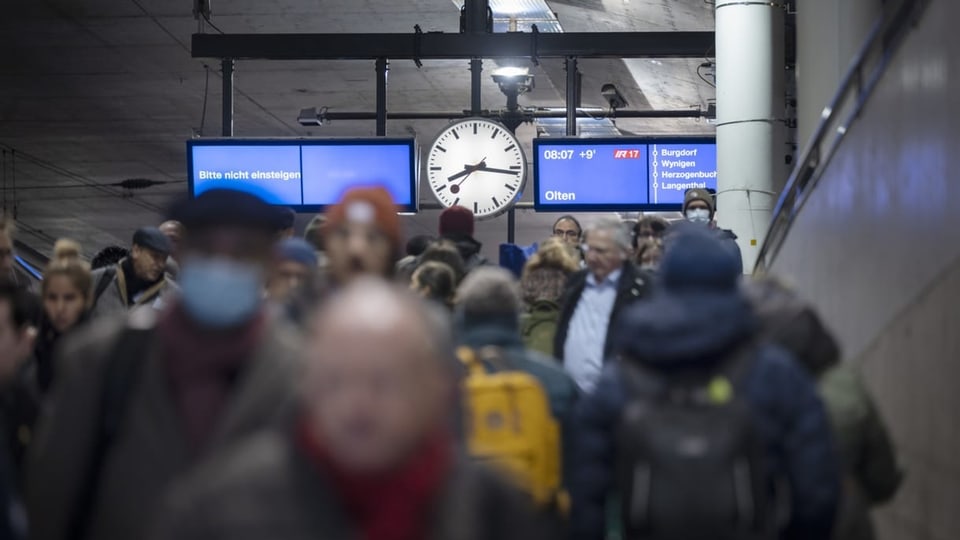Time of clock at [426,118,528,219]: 8:16
